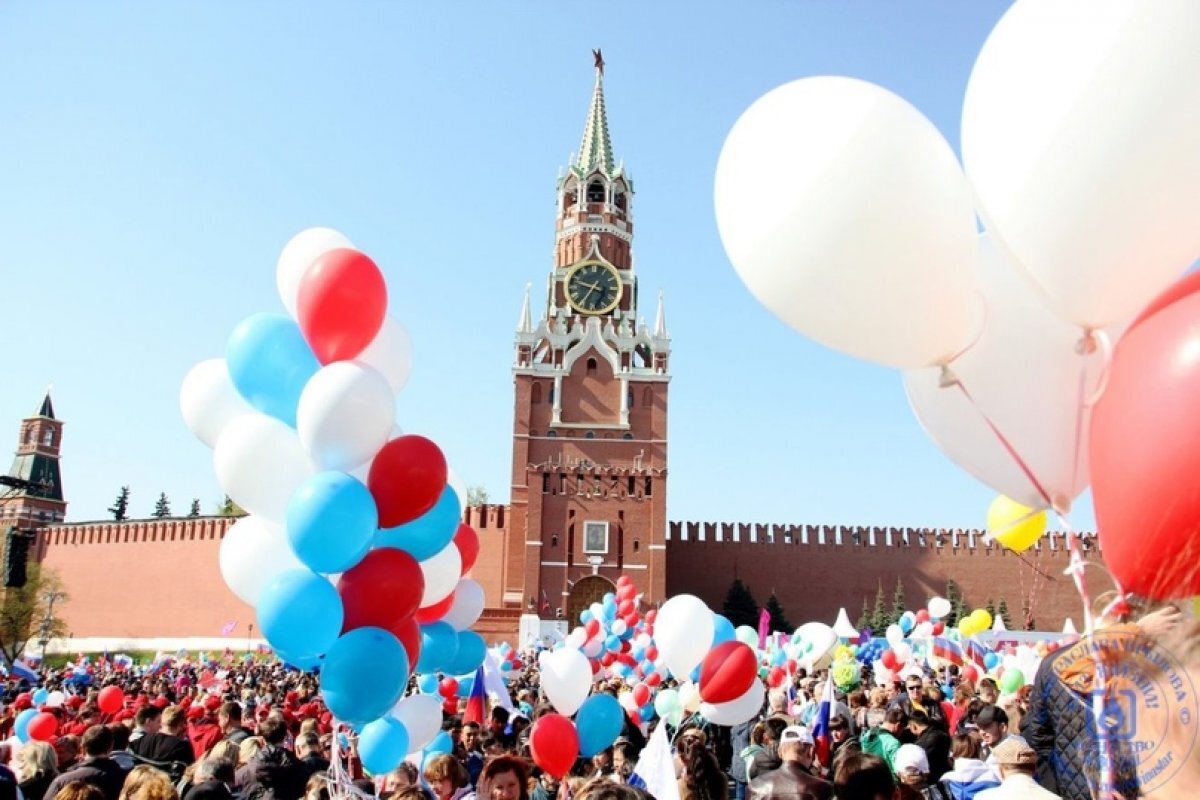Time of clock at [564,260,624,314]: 9:35
